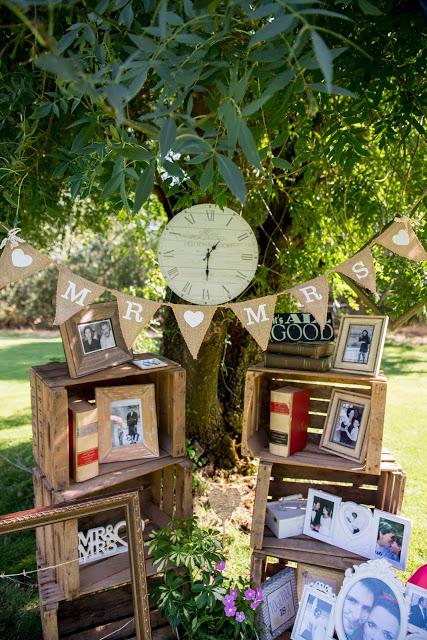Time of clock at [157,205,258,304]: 1:29
